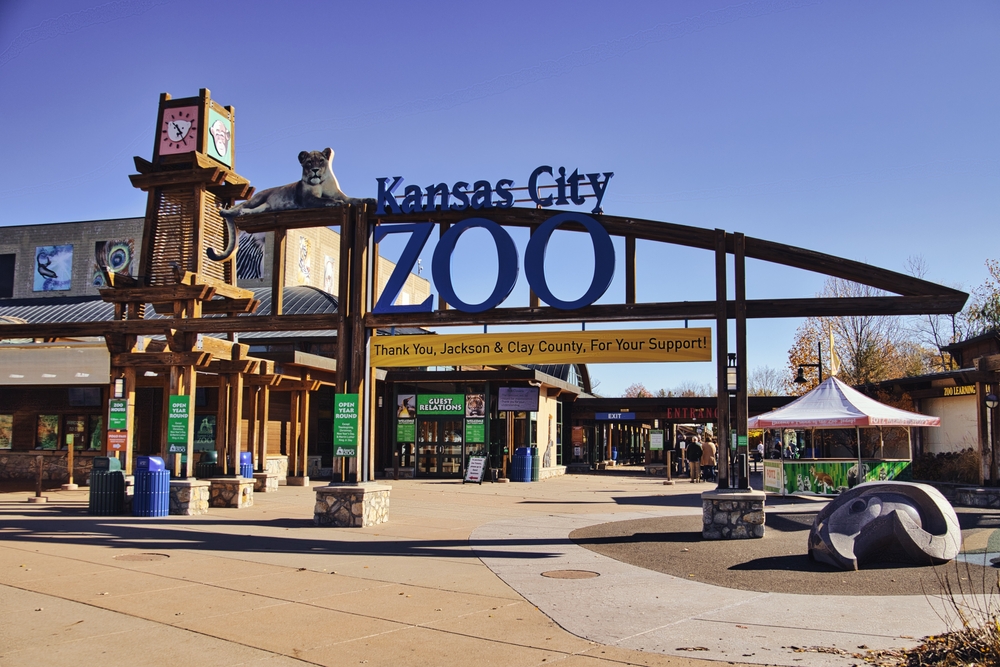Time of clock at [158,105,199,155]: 10:24
